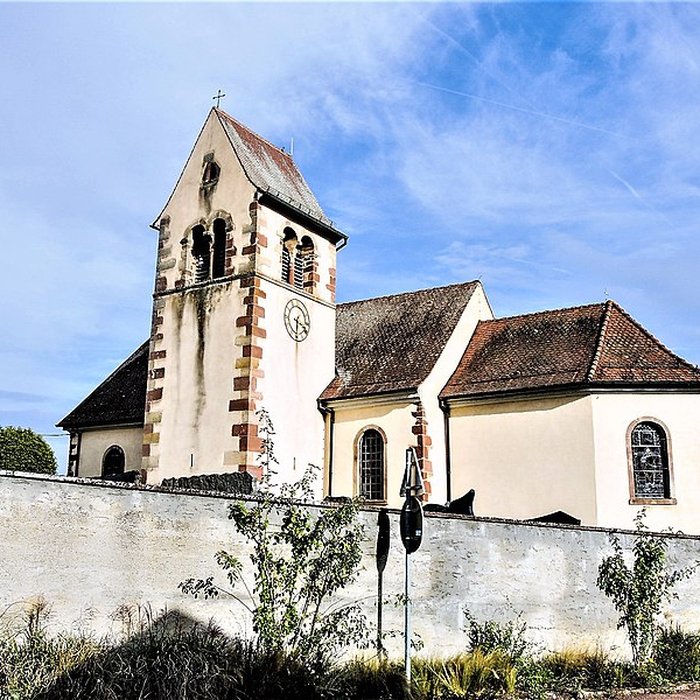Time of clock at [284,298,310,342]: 6:18
